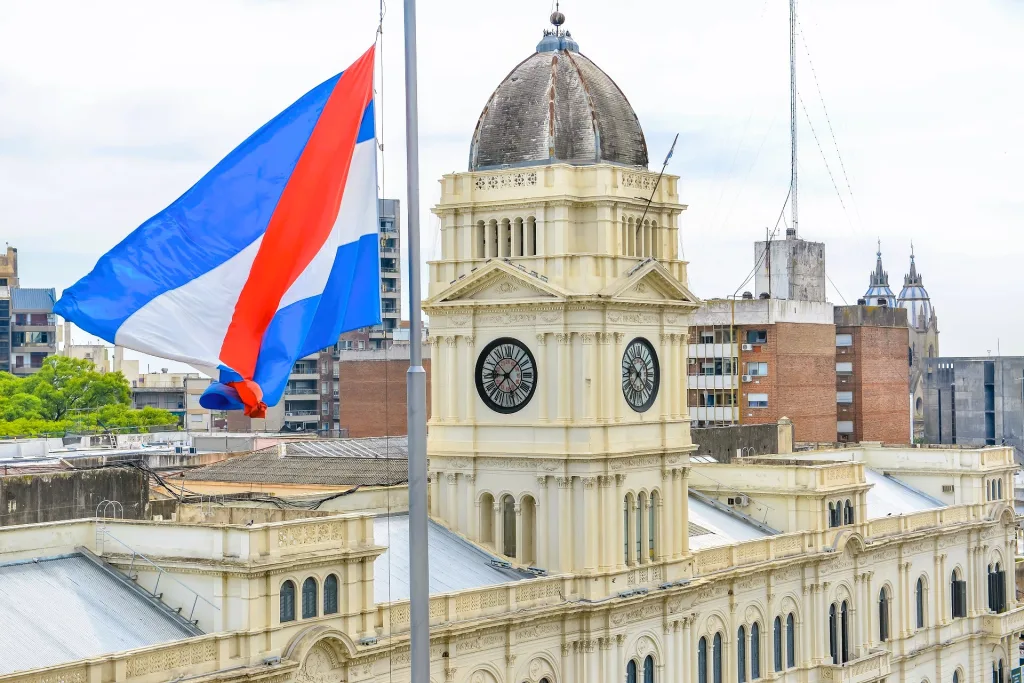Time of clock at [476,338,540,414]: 9:07
